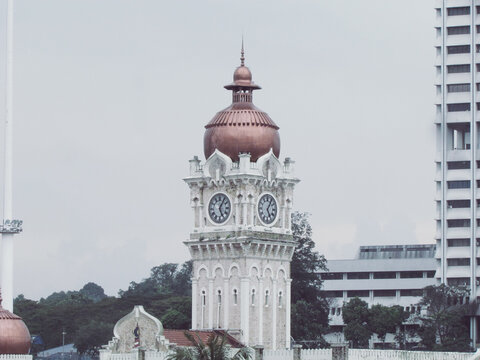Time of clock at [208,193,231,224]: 5:05
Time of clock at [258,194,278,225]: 5:05
